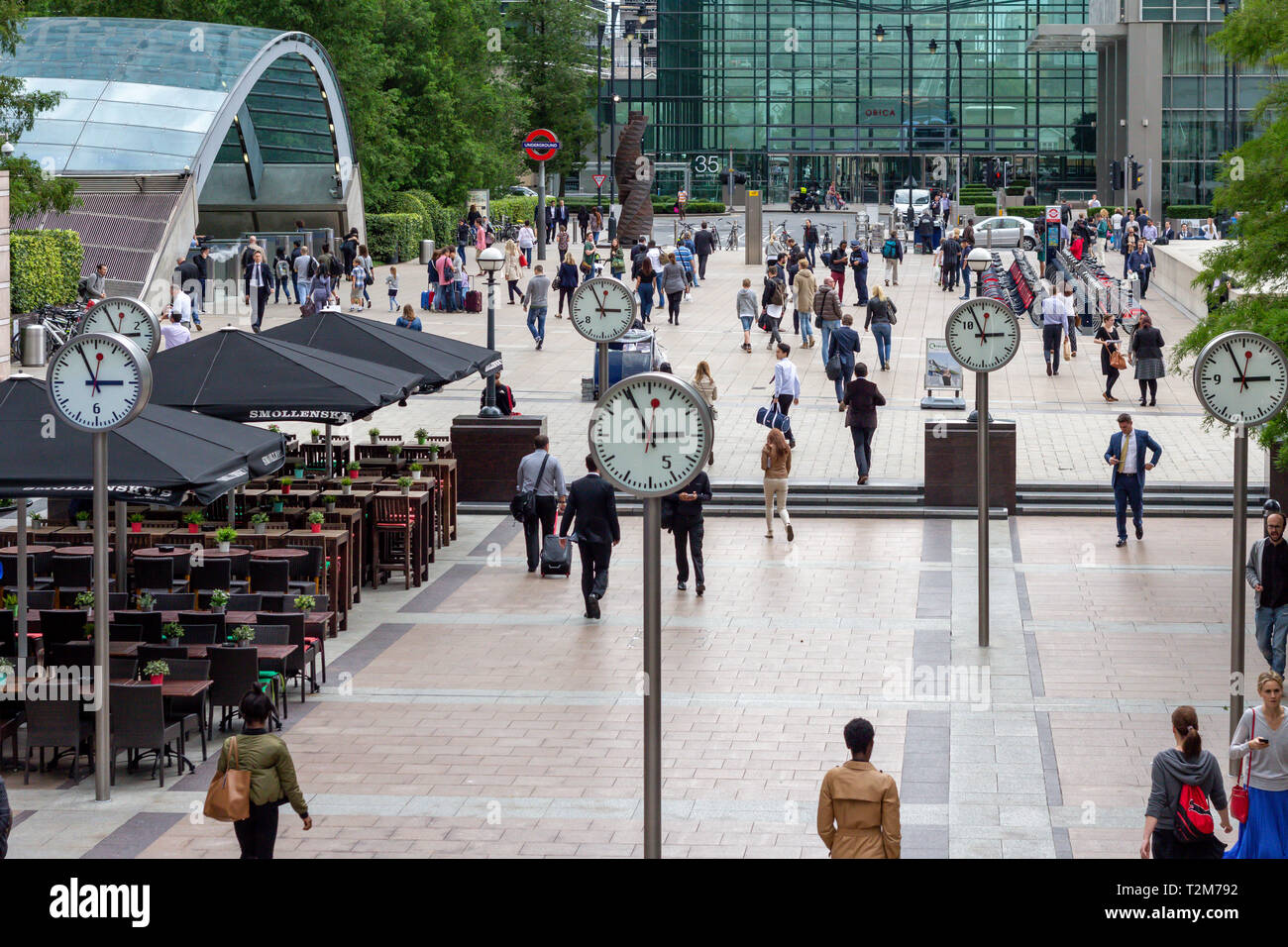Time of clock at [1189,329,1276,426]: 2:55
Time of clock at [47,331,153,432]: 2:55
